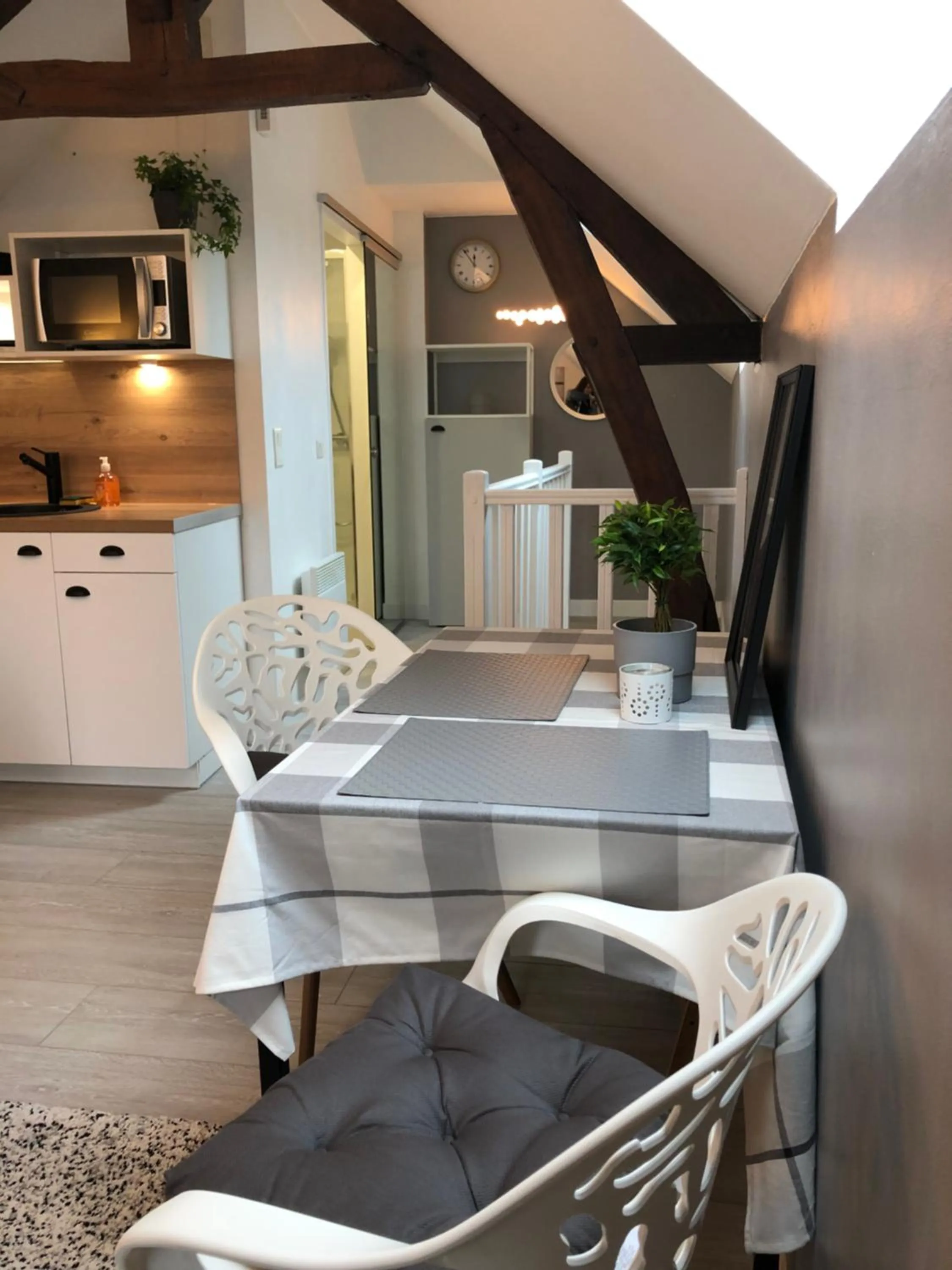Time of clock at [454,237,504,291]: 11:53
